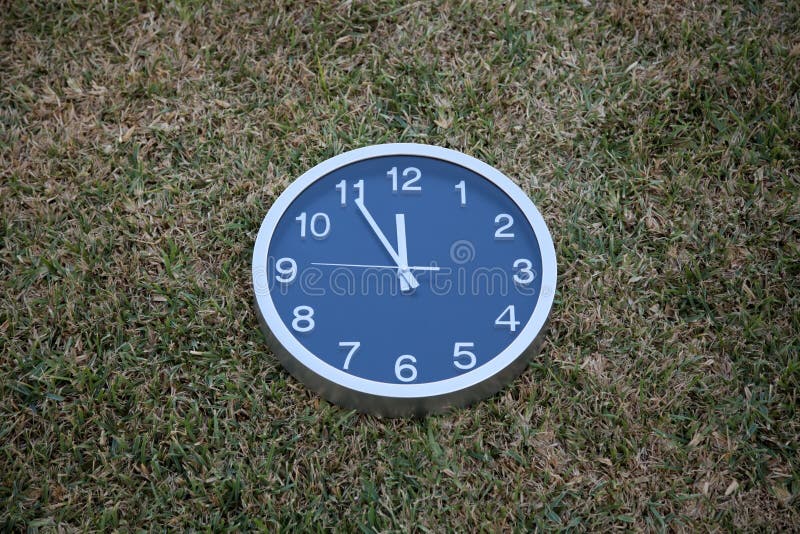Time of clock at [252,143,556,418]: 11:54
